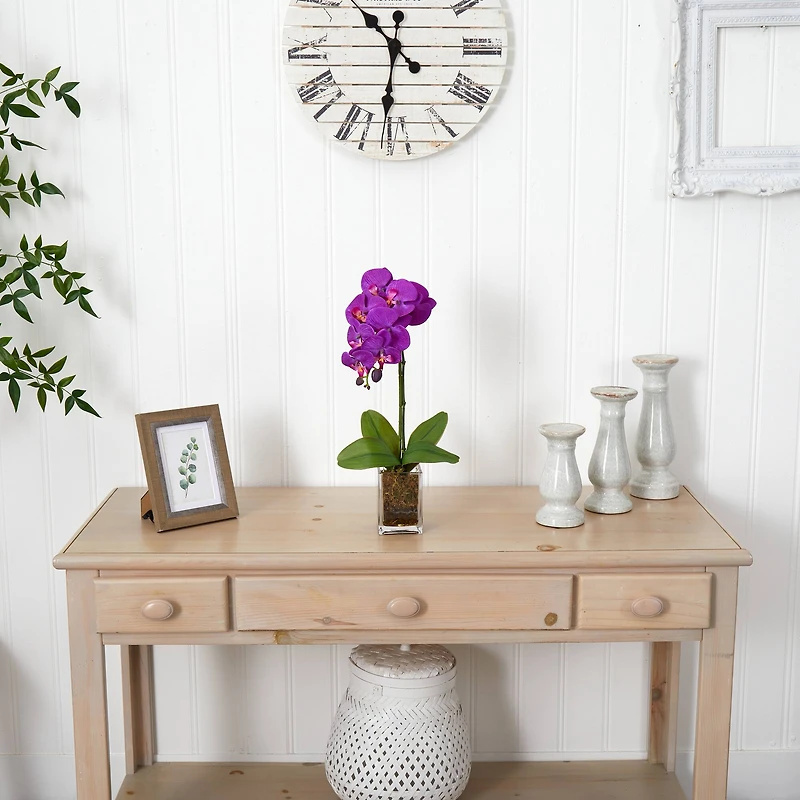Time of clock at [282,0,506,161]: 10:30
